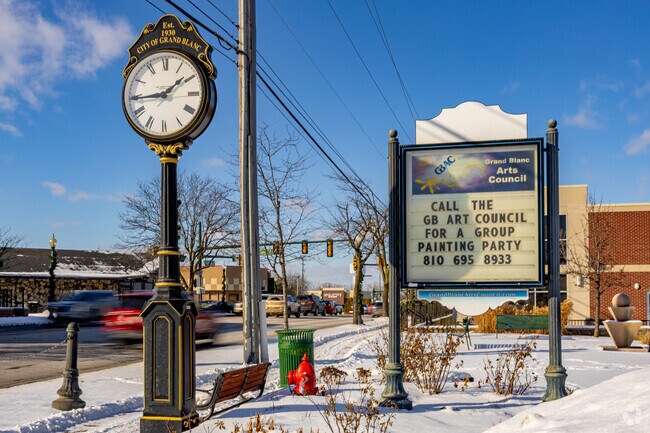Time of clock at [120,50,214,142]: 1:44
